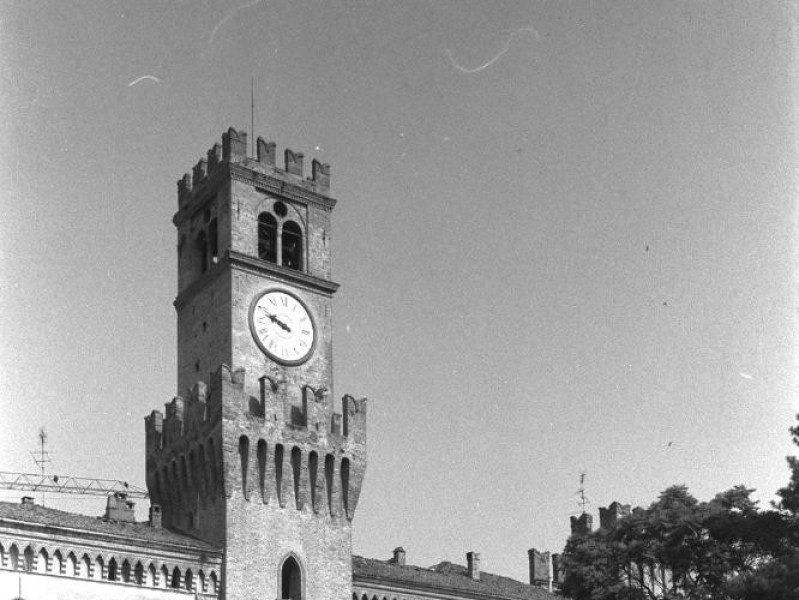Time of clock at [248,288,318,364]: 9:48
